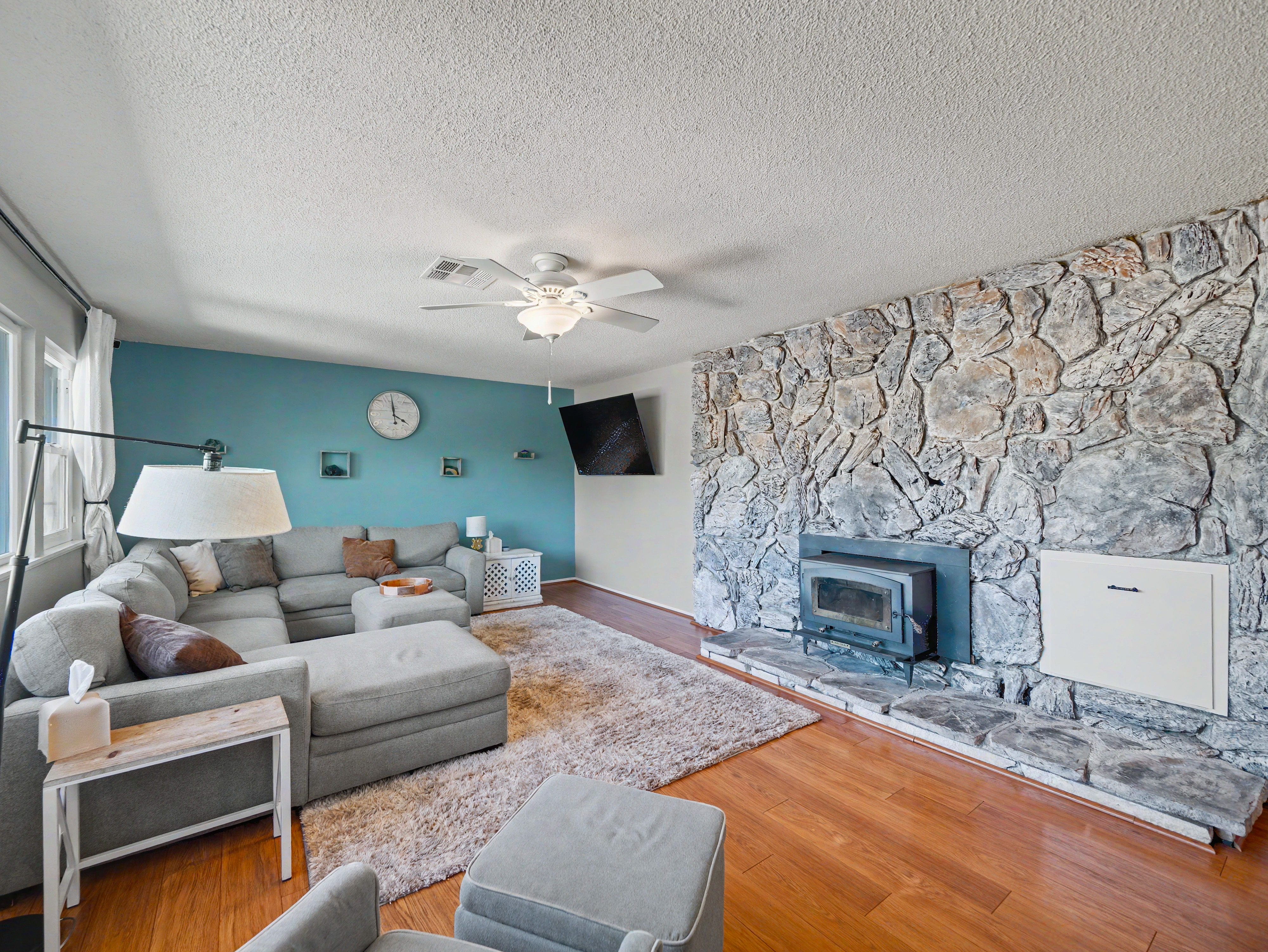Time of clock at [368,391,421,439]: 3:58
